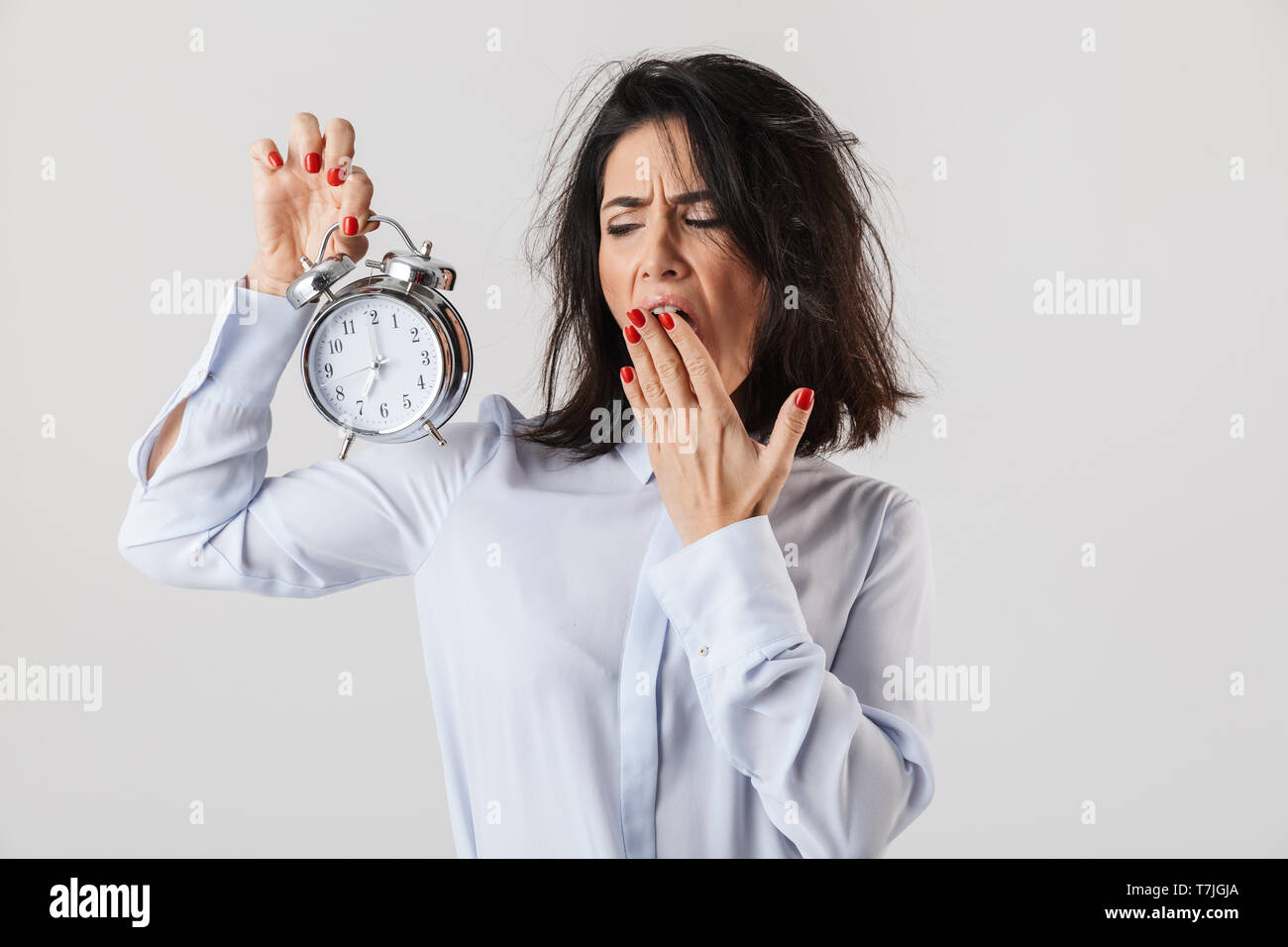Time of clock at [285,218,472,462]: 7:00
